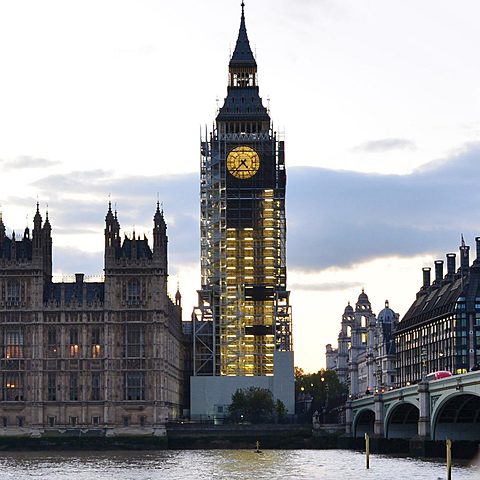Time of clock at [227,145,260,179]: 4:37
